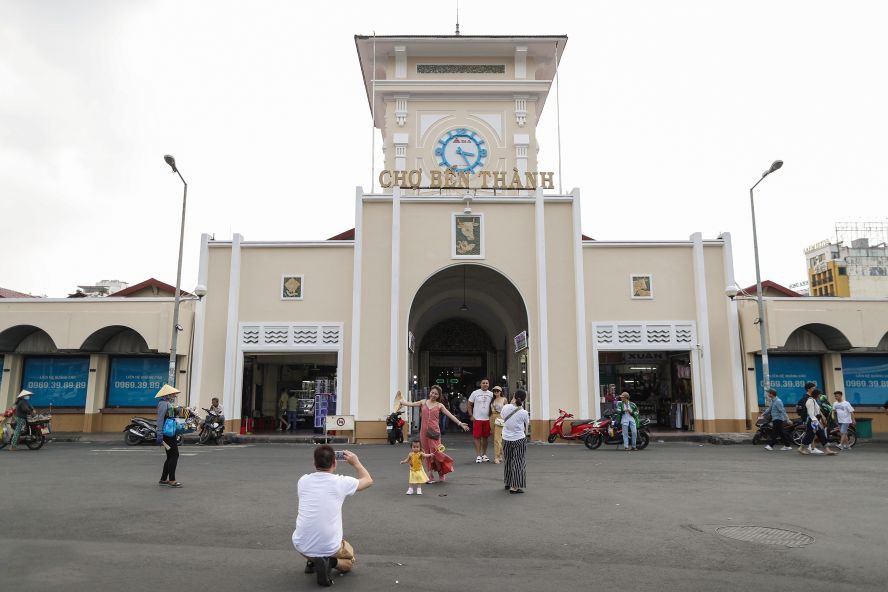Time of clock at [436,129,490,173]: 3:24
